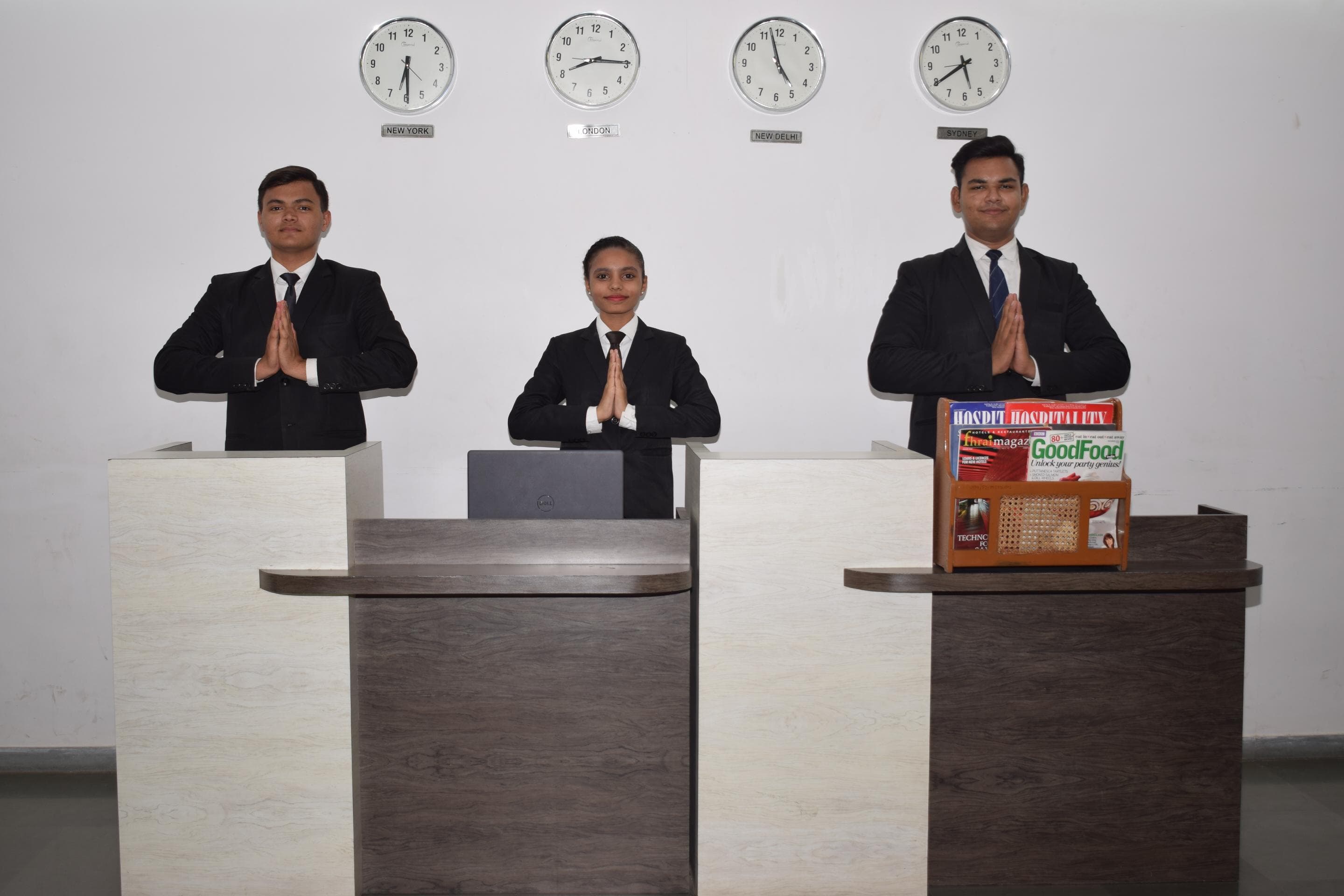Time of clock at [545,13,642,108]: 8:14
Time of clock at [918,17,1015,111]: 5:39
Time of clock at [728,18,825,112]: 4:57
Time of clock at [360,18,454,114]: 6:29
